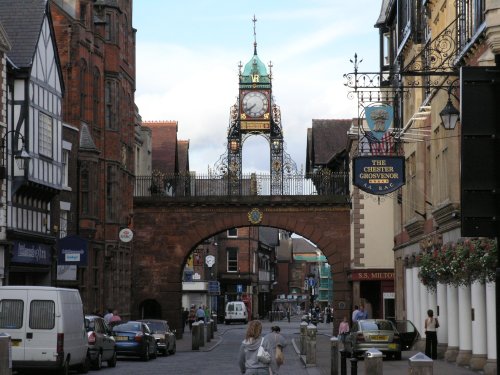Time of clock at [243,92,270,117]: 7:39
